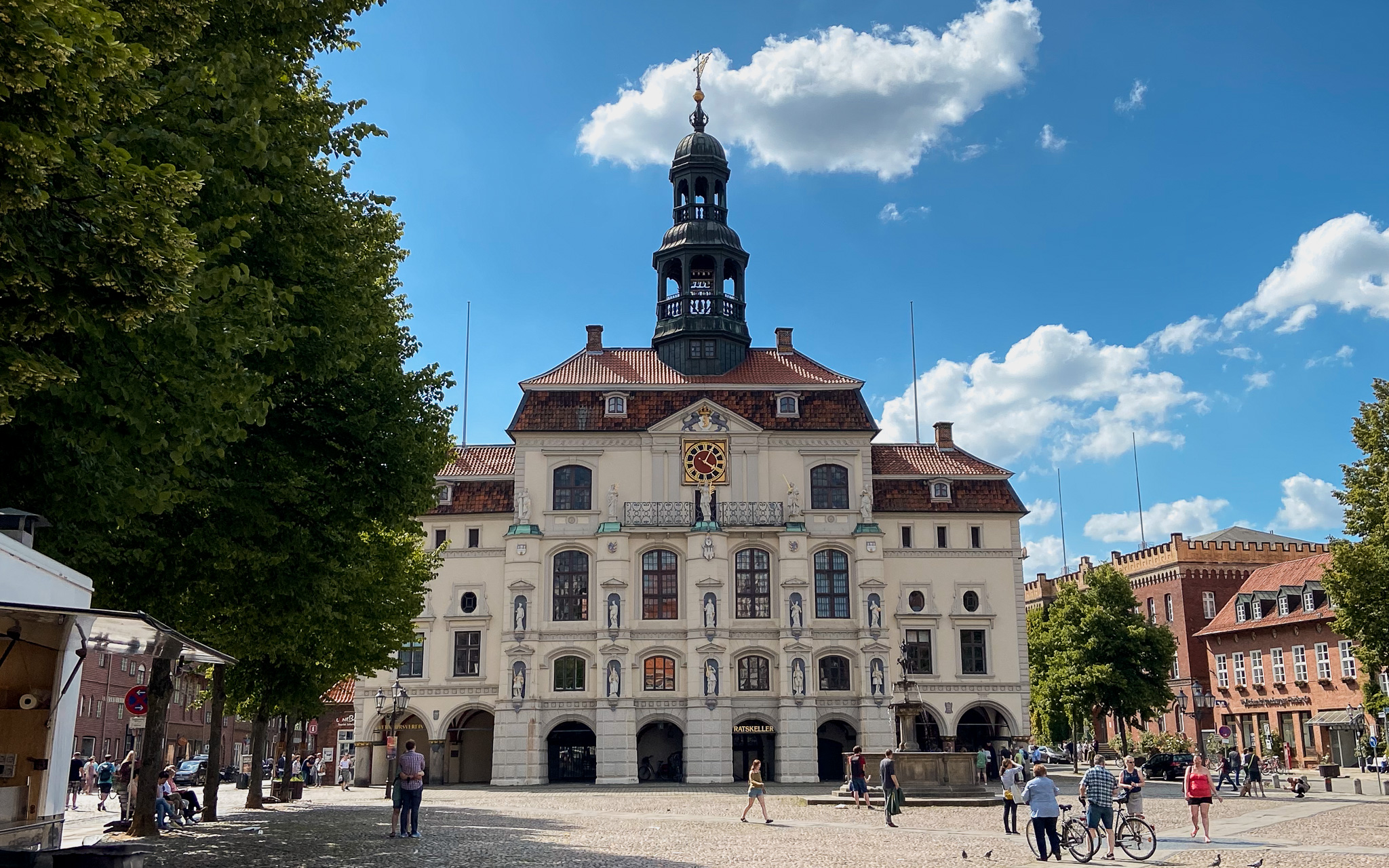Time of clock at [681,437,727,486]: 4:04
